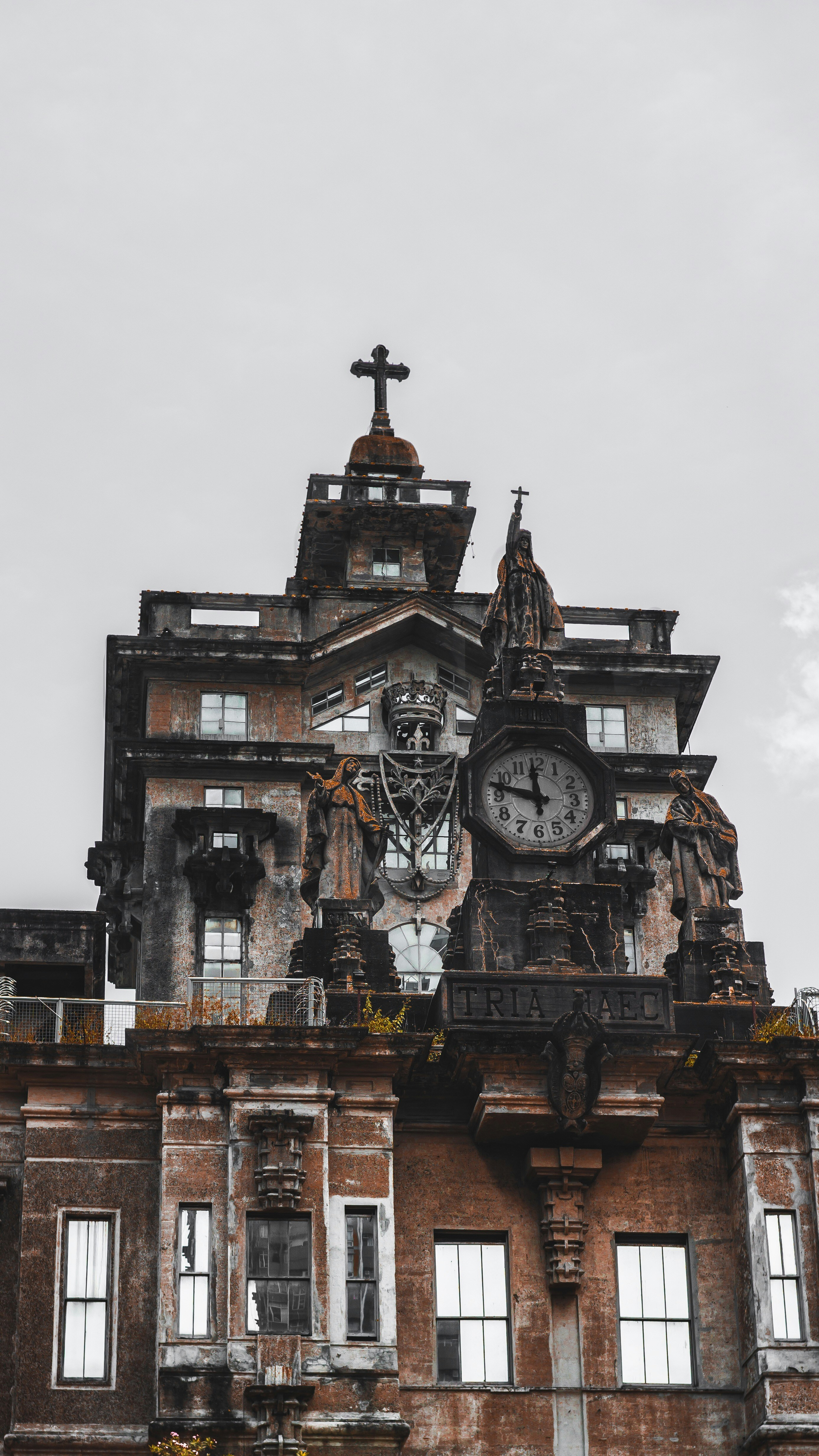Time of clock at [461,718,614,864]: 11:47
